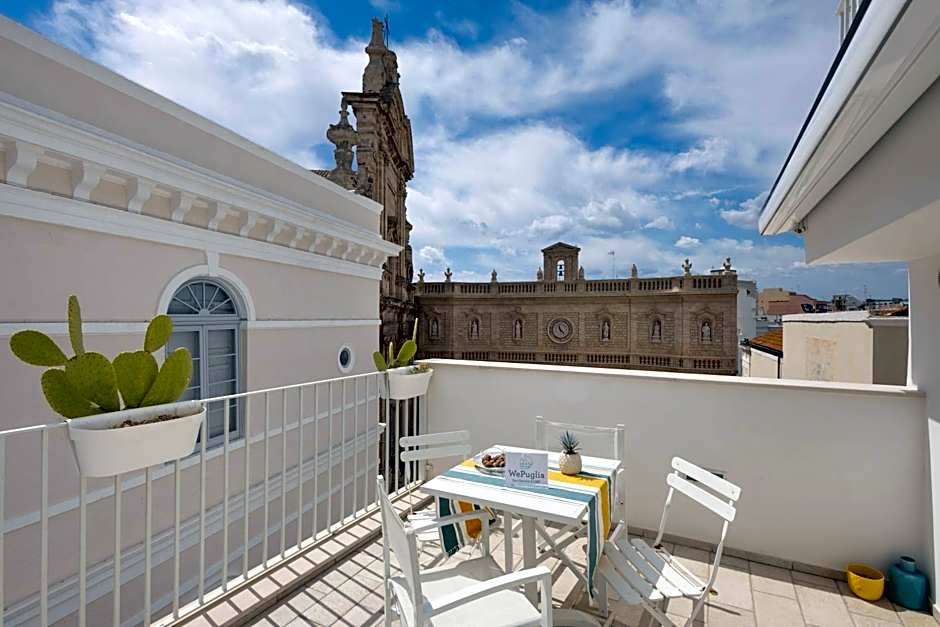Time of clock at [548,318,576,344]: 11:22
